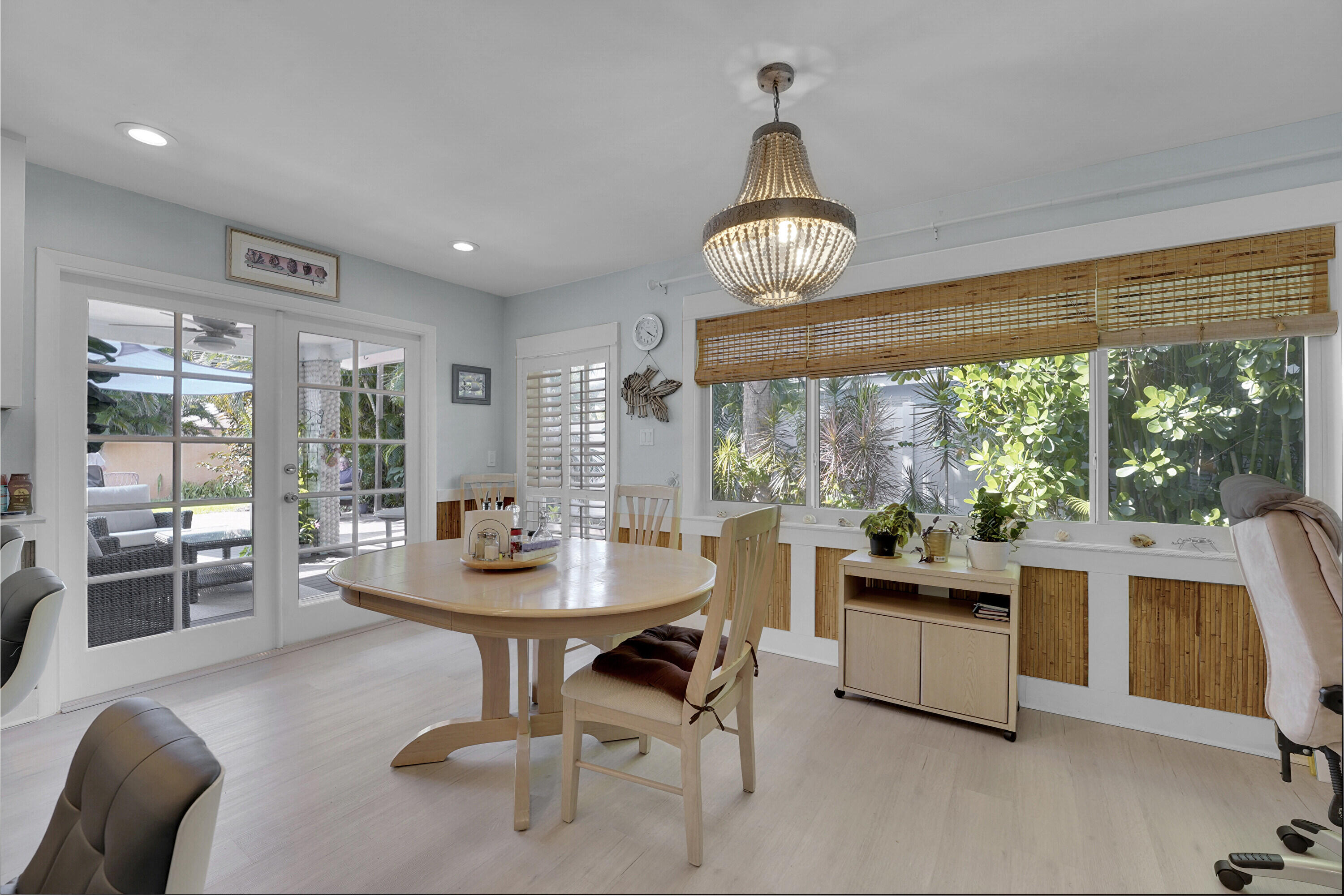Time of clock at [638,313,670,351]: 4:20
